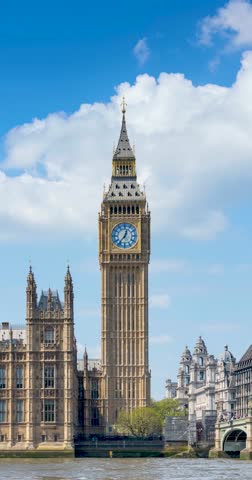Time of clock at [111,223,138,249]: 12:36
